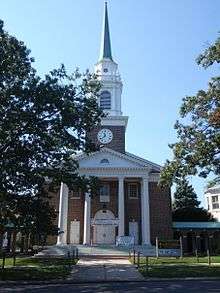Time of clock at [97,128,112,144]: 11:37
